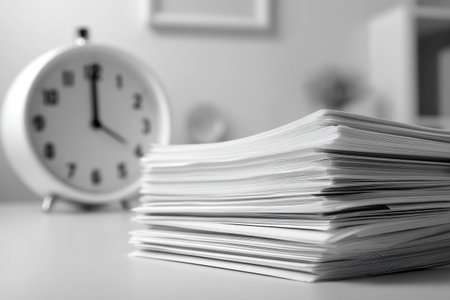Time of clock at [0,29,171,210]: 4:00
